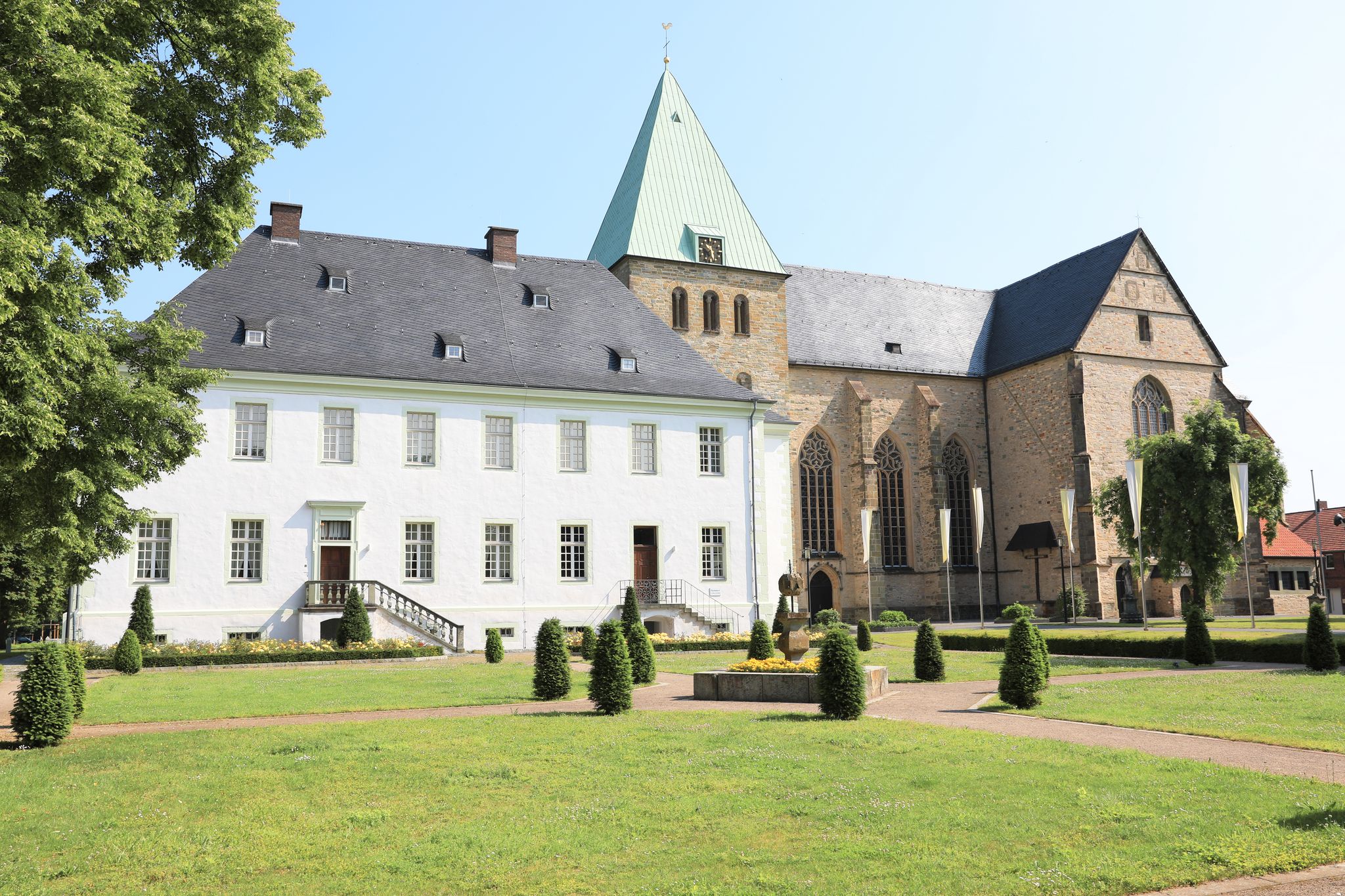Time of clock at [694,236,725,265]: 10:28
